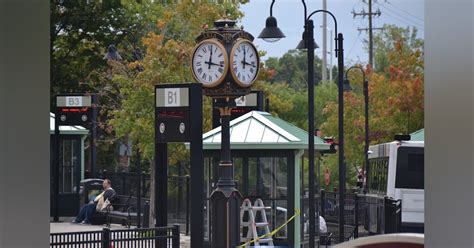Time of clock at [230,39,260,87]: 12:16
